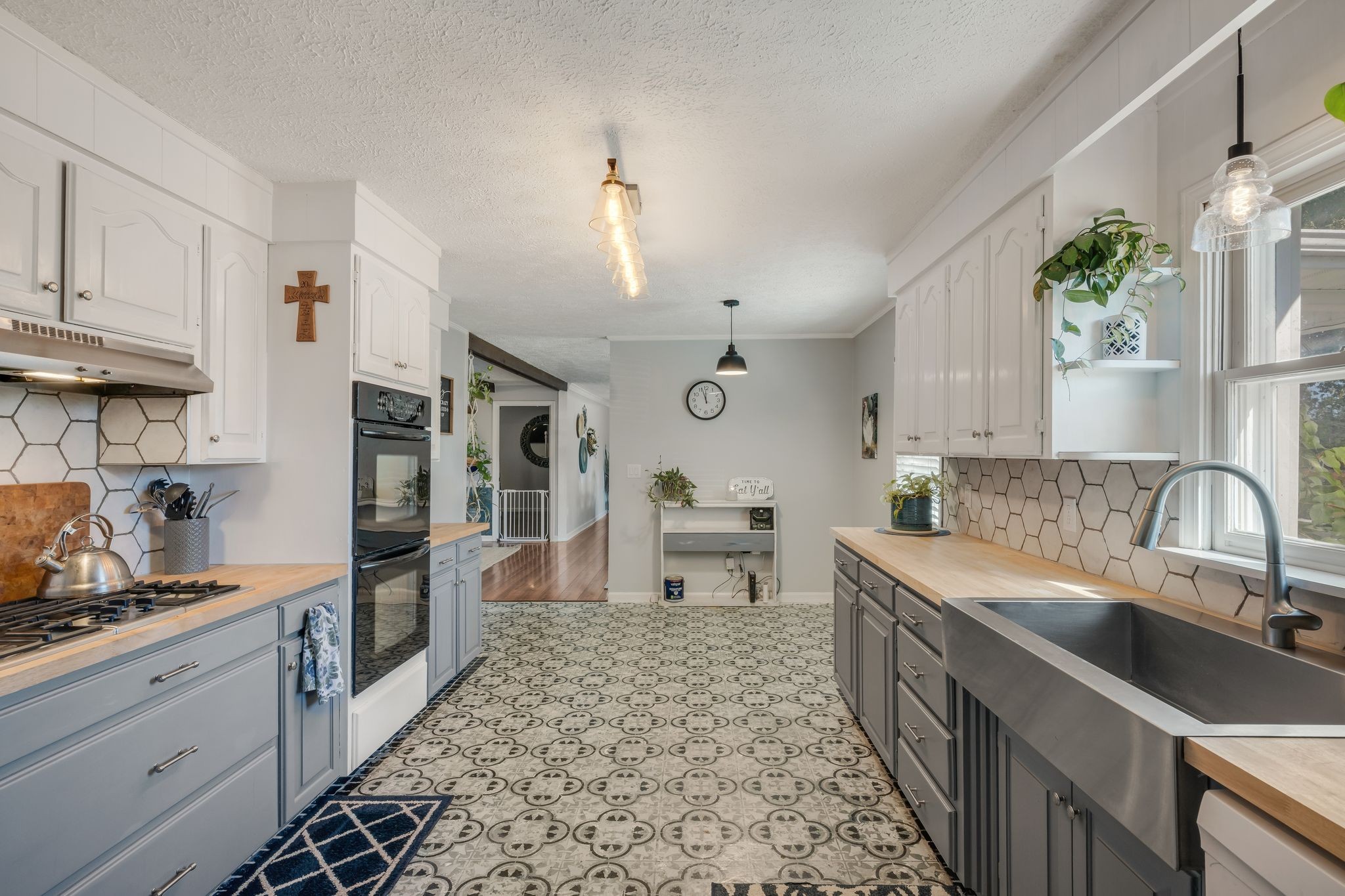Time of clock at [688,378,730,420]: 11:56
